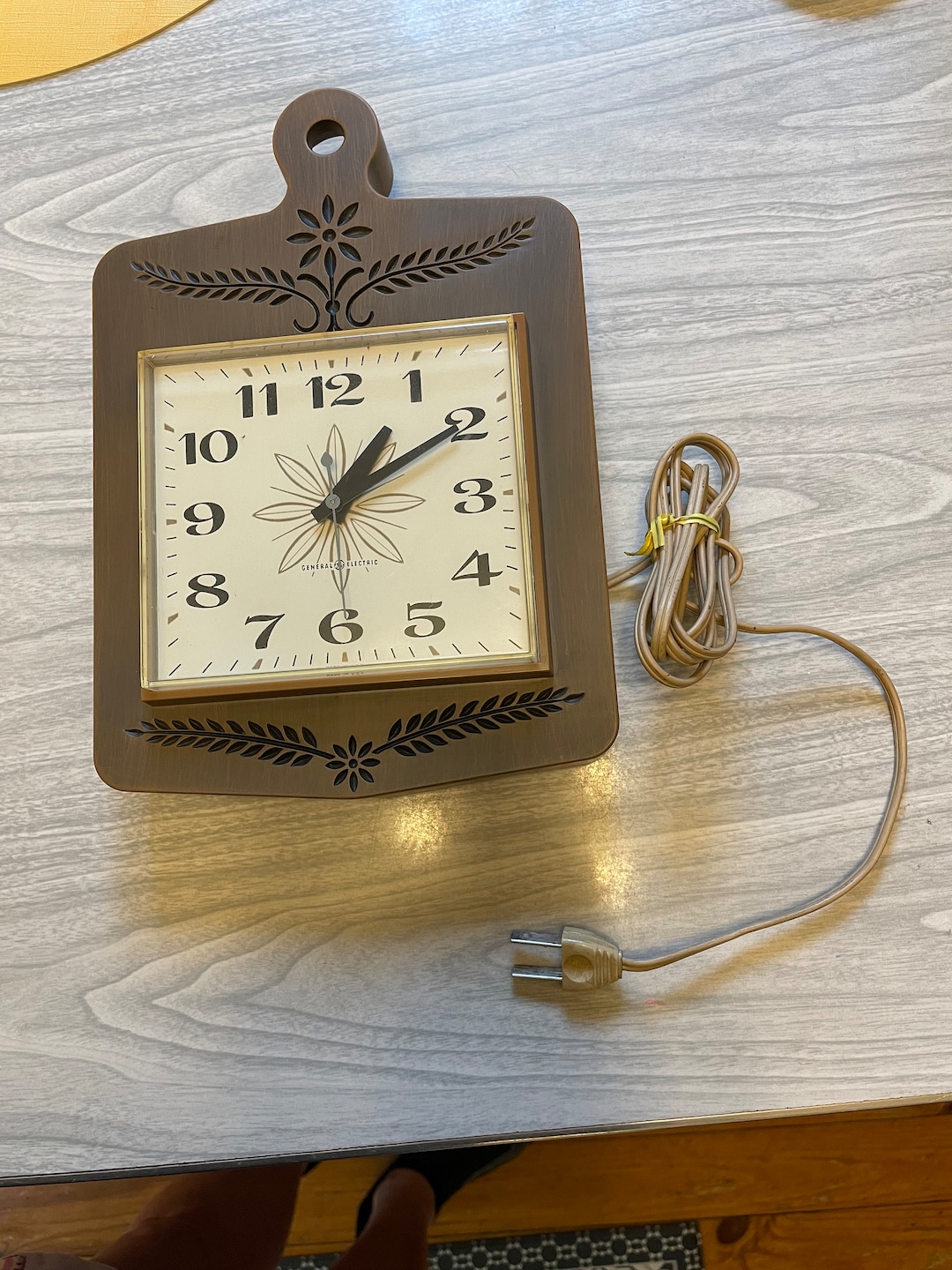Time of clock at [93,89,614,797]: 1:10
